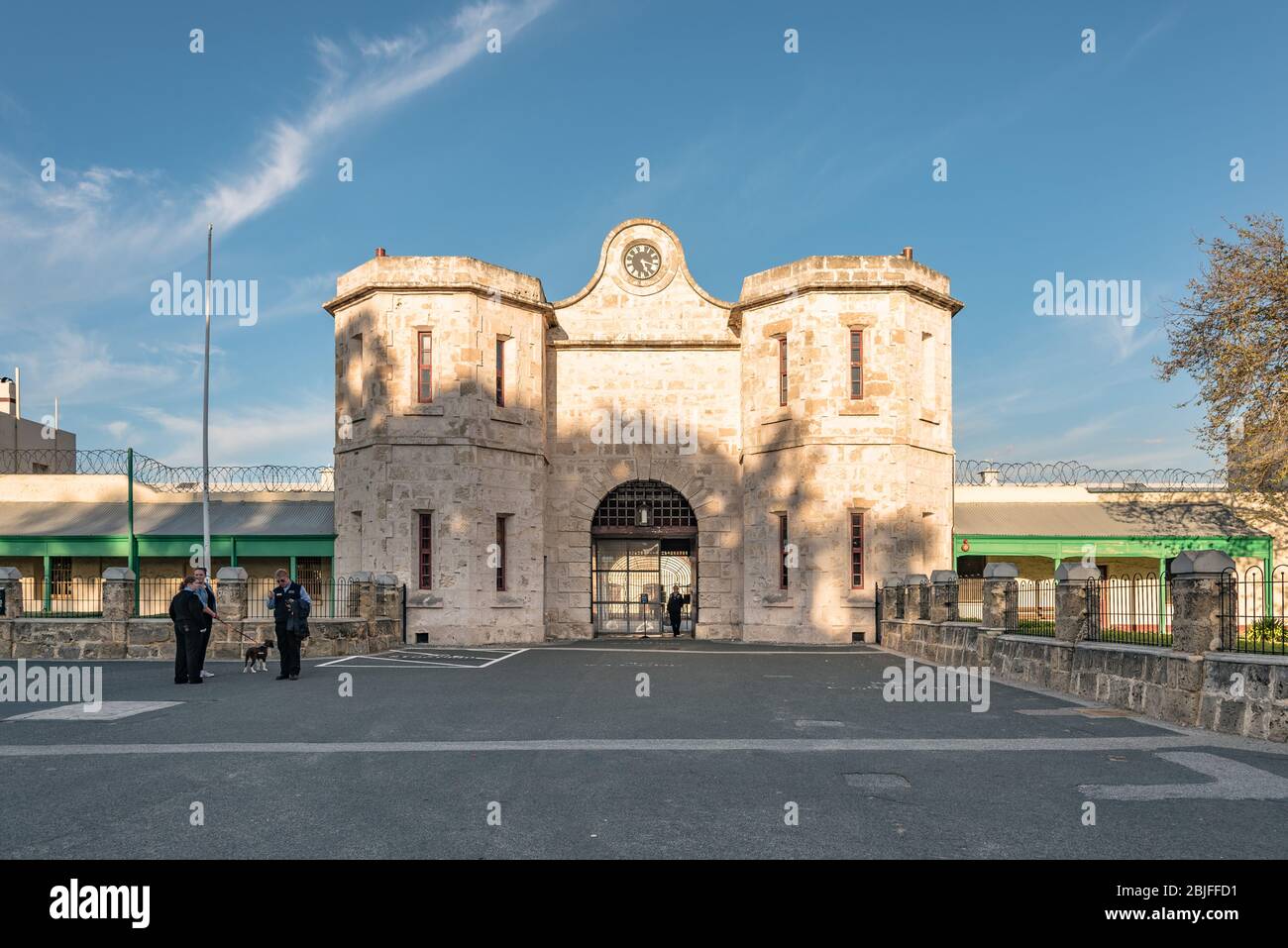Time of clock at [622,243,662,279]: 5:16
